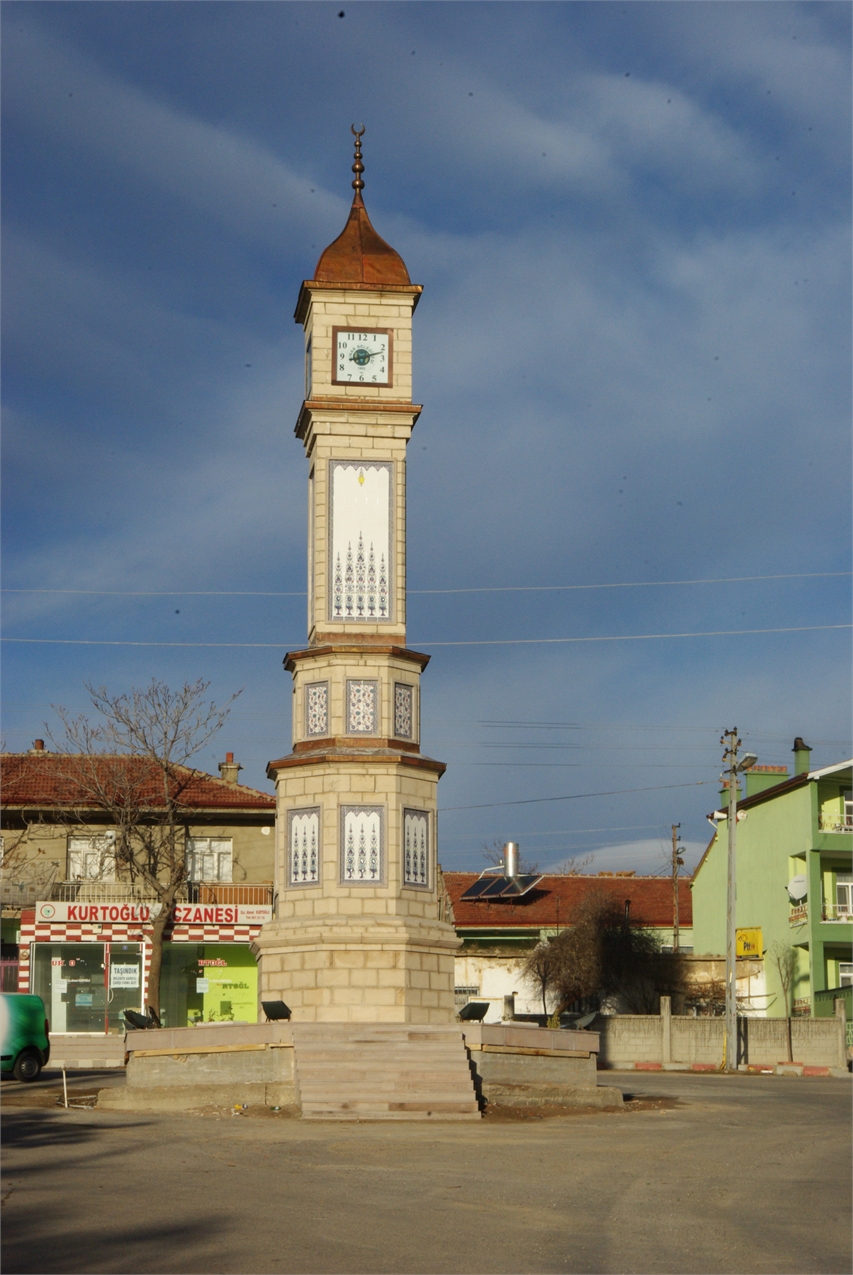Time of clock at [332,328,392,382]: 8:12
